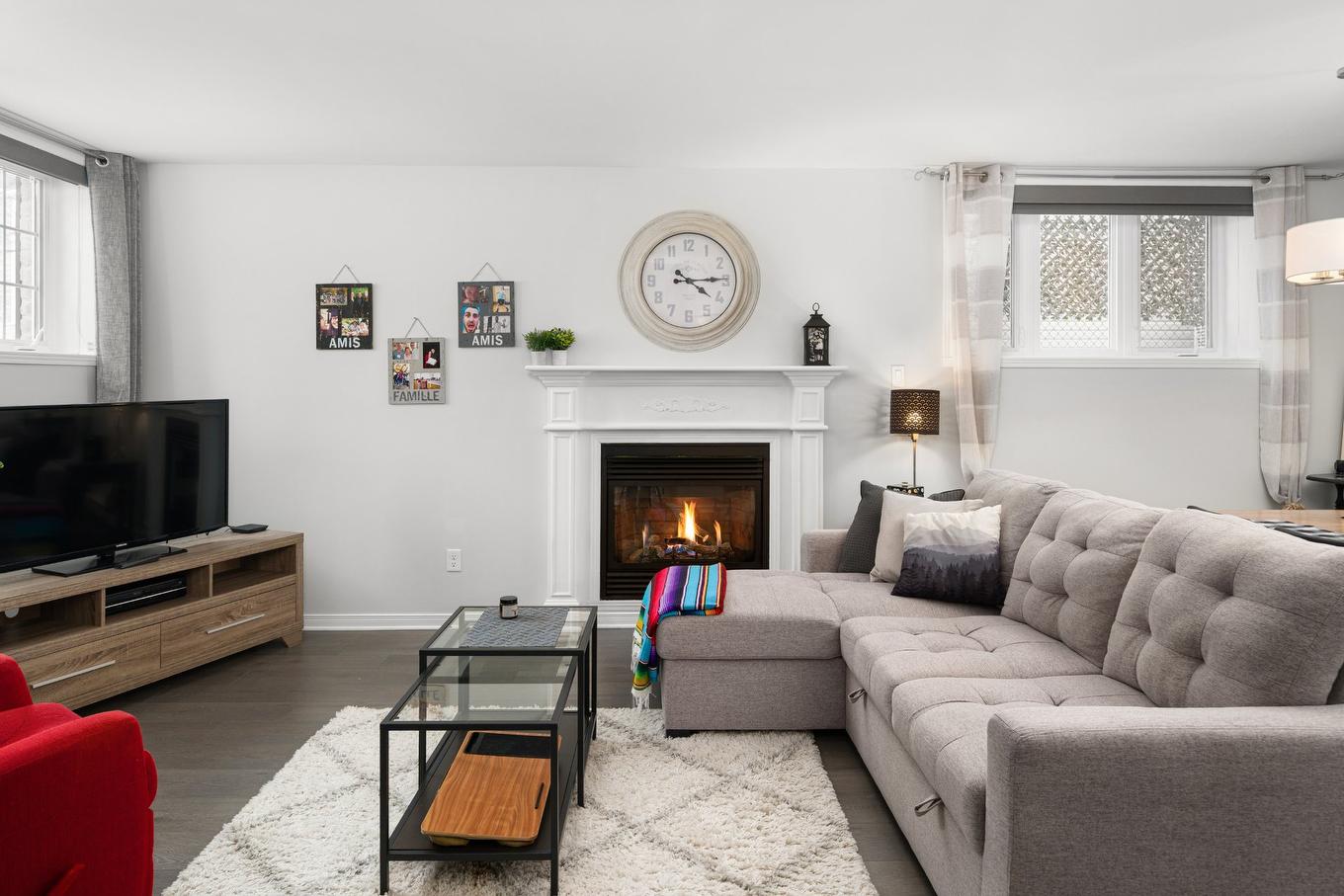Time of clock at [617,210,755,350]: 4:14
